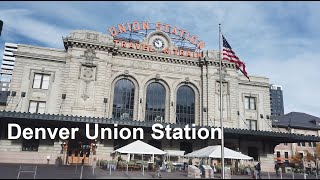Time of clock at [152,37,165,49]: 9:57
